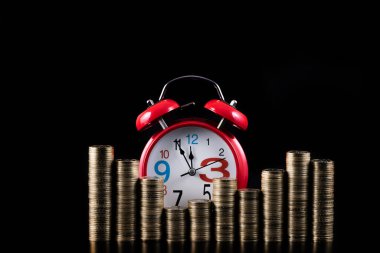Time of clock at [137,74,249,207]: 11:55
